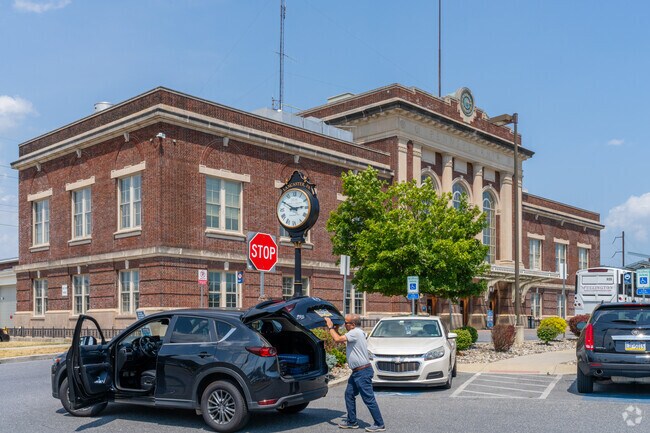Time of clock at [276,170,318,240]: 2:50
